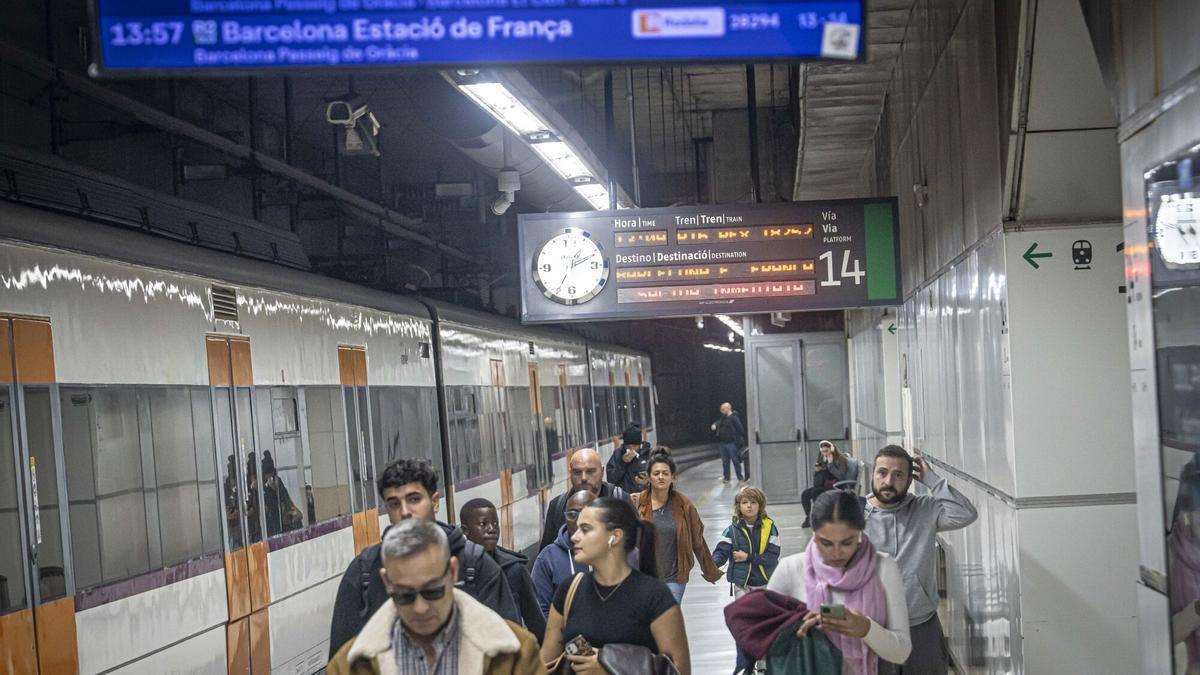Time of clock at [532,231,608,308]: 1:11
